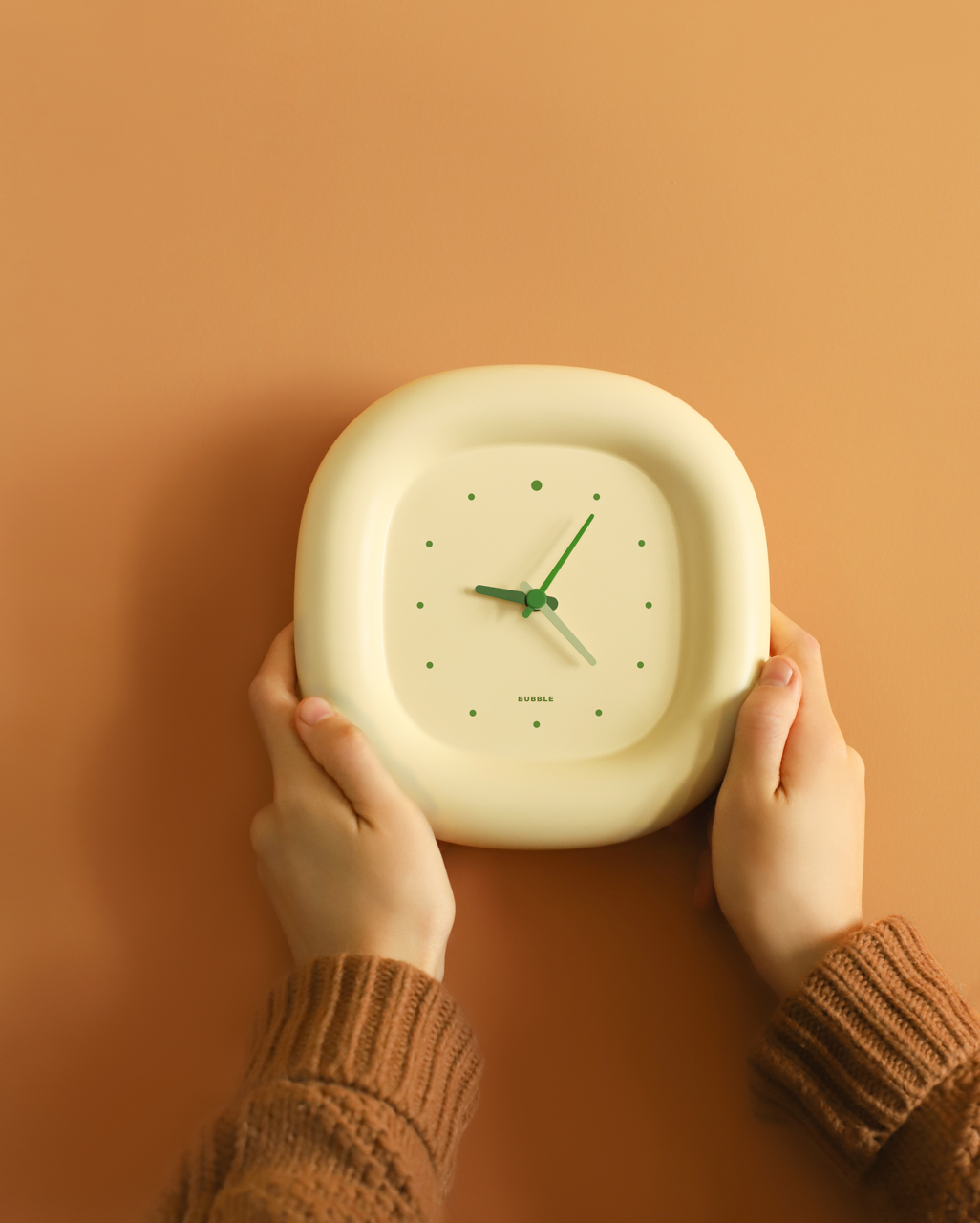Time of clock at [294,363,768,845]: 9:05
